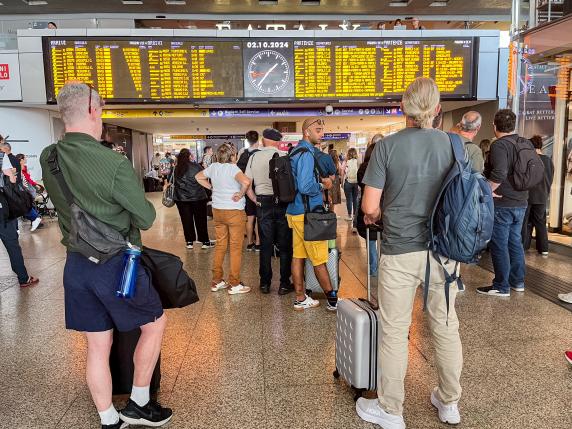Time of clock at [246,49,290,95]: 1:36
